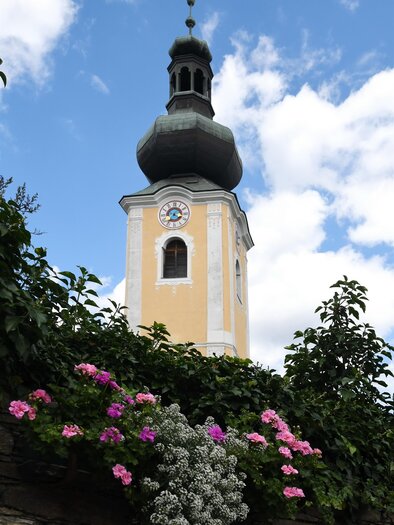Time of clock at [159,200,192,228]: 3:36
